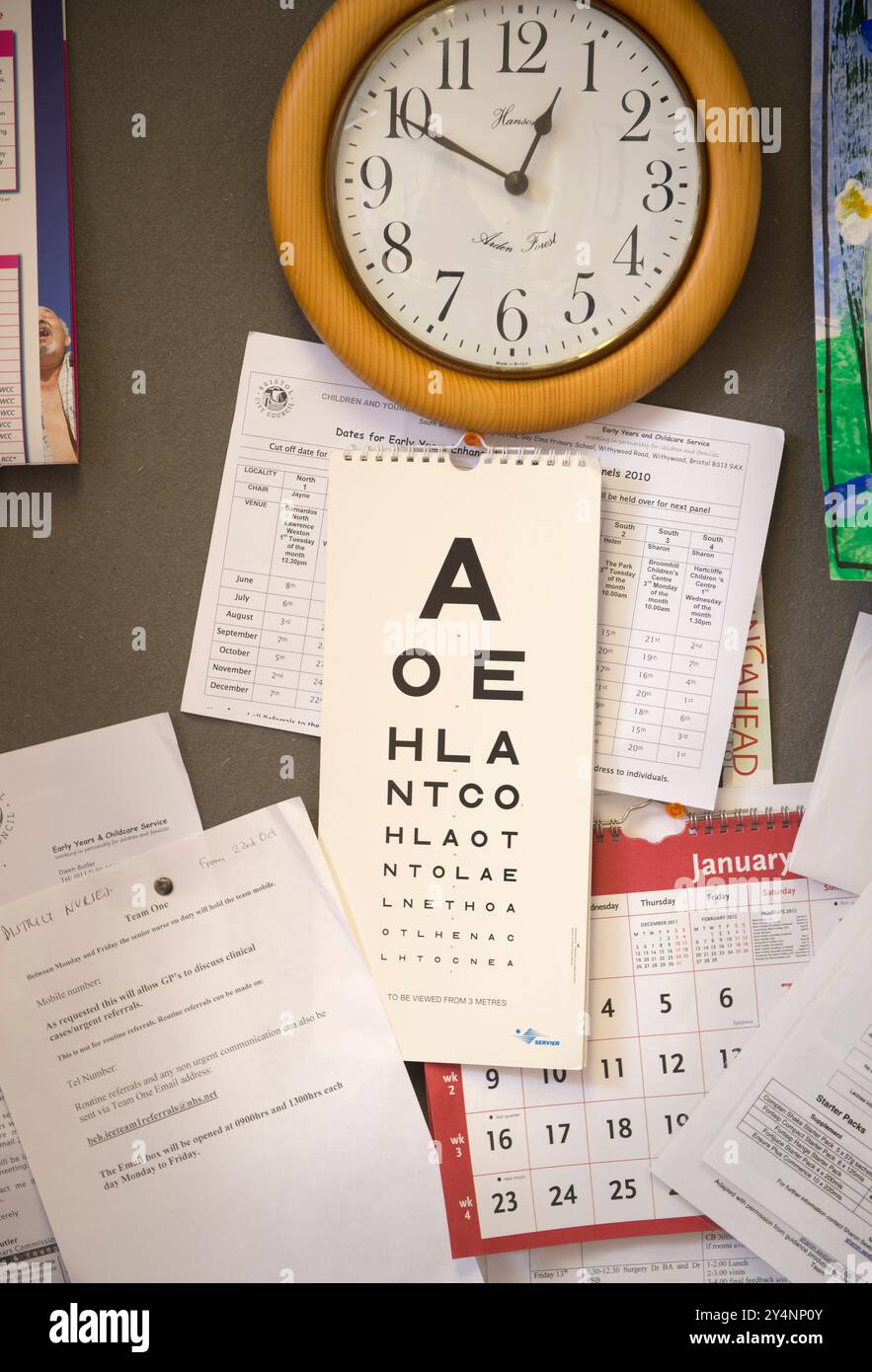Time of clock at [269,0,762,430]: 12:49
